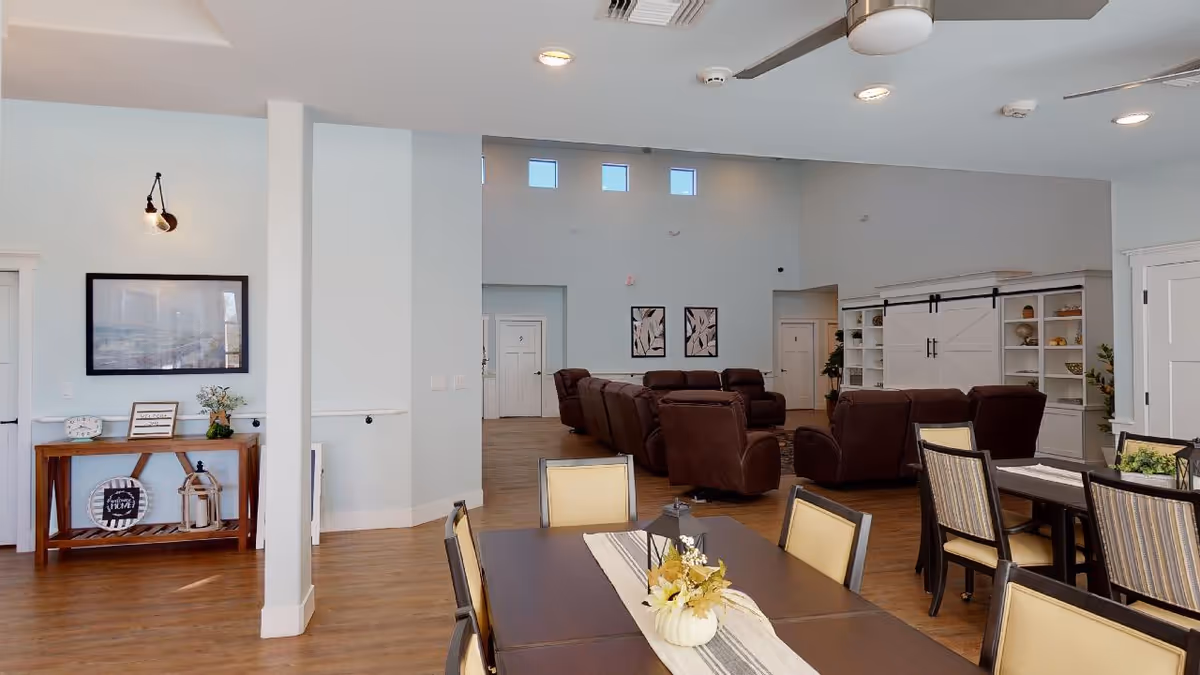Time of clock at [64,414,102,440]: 3:40
